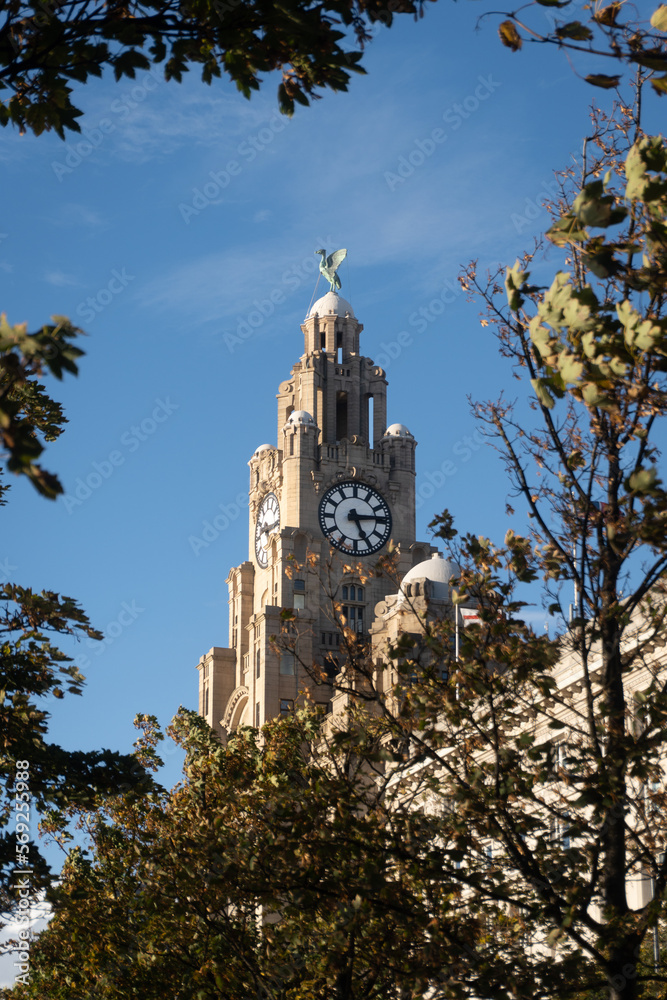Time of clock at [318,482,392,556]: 5:14
